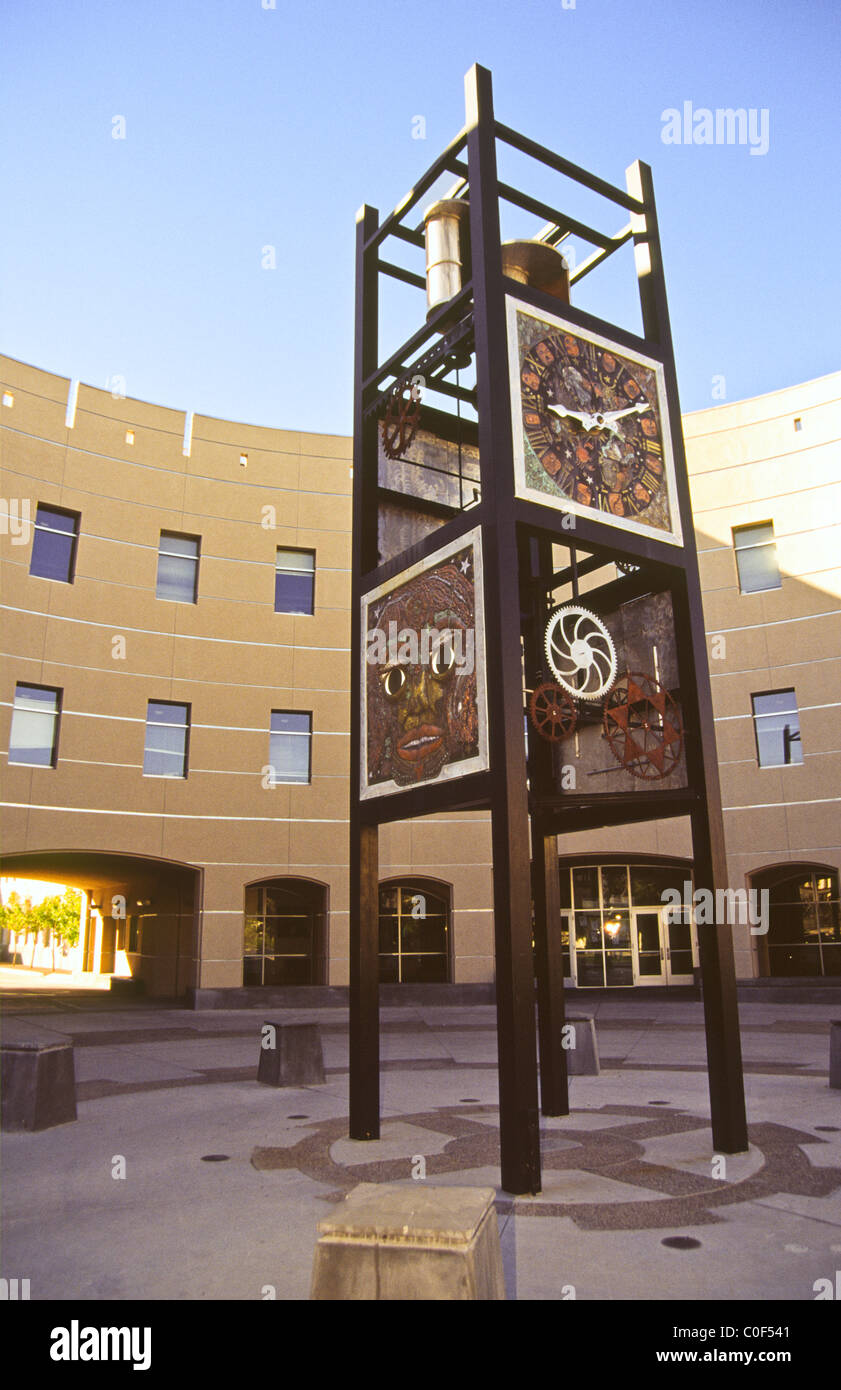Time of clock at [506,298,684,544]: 9:10
